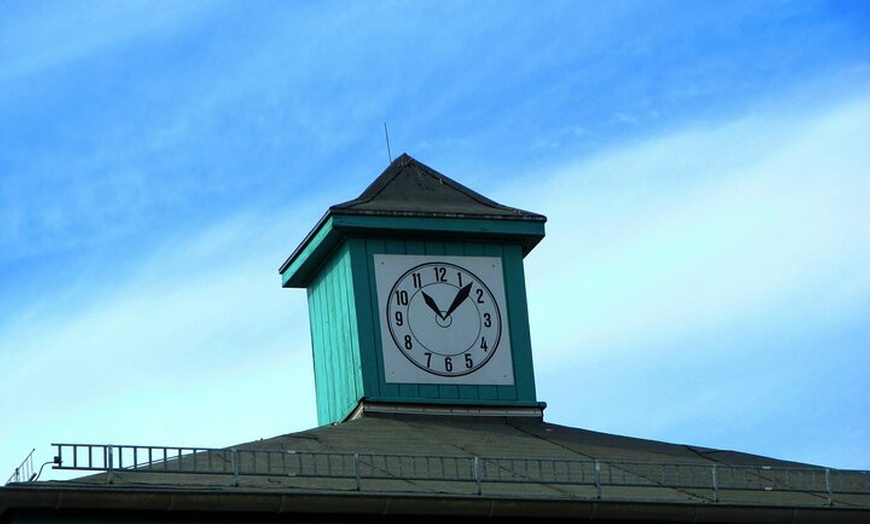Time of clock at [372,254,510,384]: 11:07
